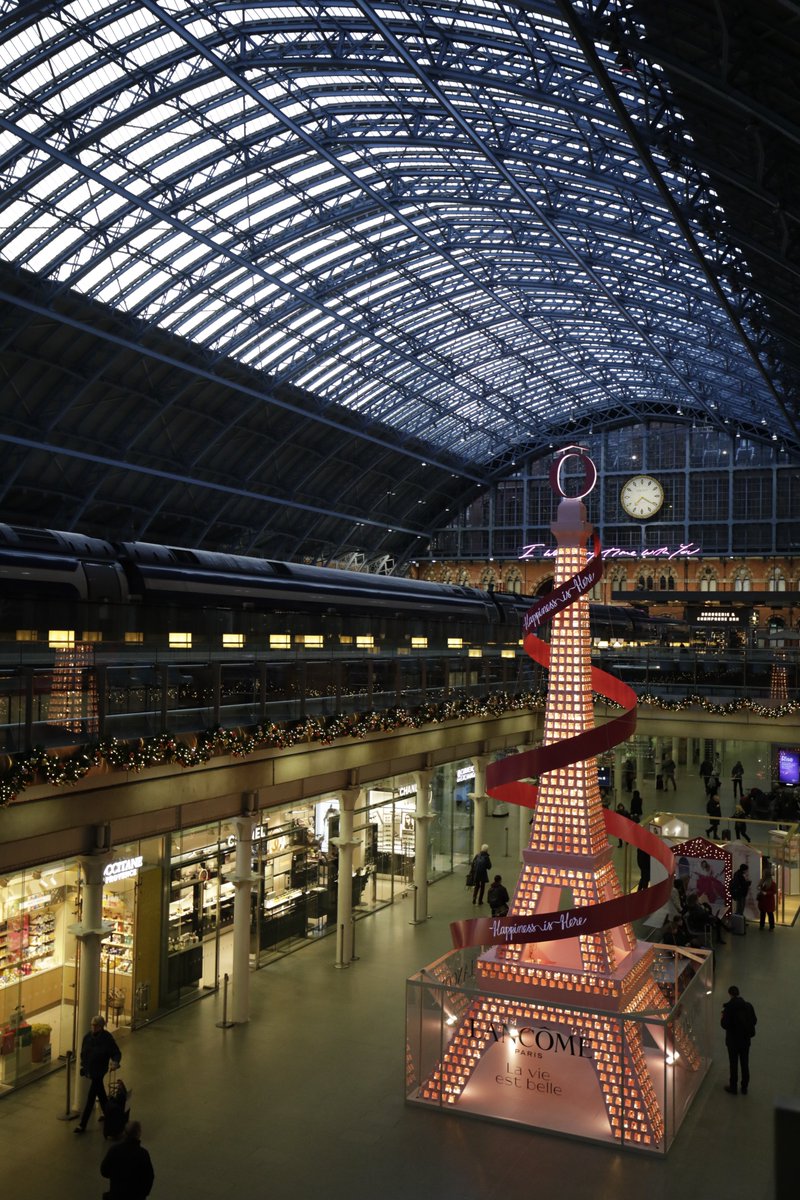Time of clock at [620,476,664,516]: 7:20
